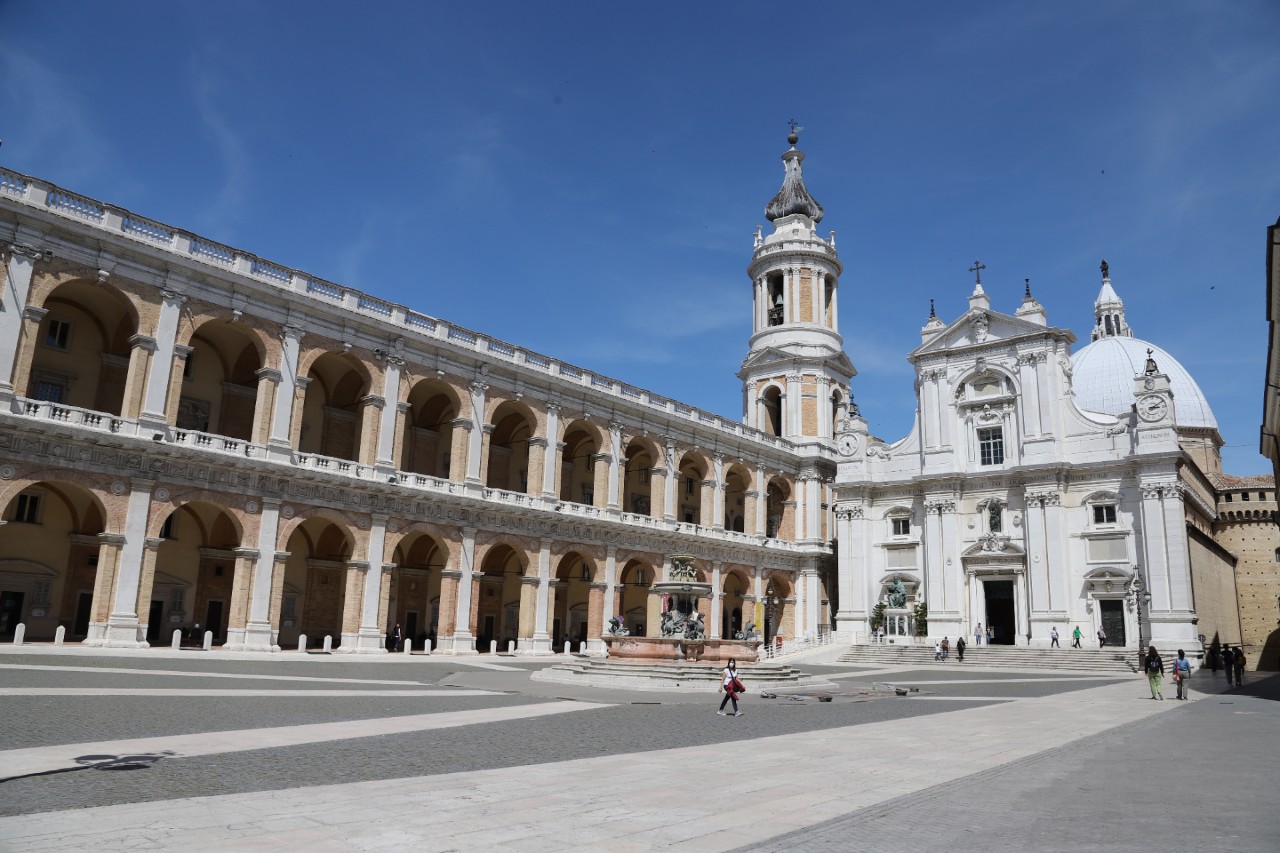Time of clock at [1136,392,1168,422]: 3:09
